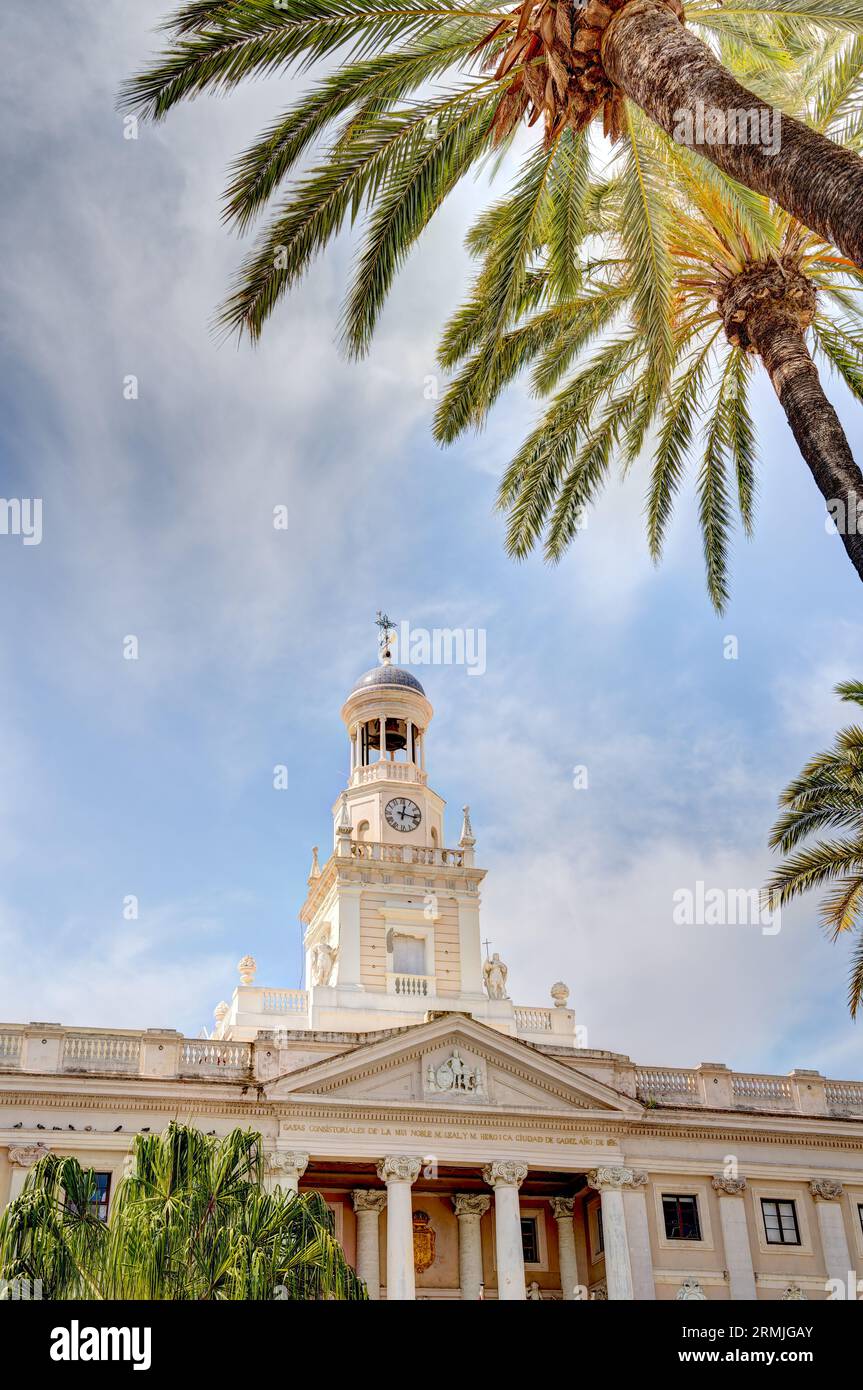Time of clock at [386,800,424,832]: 12:16
